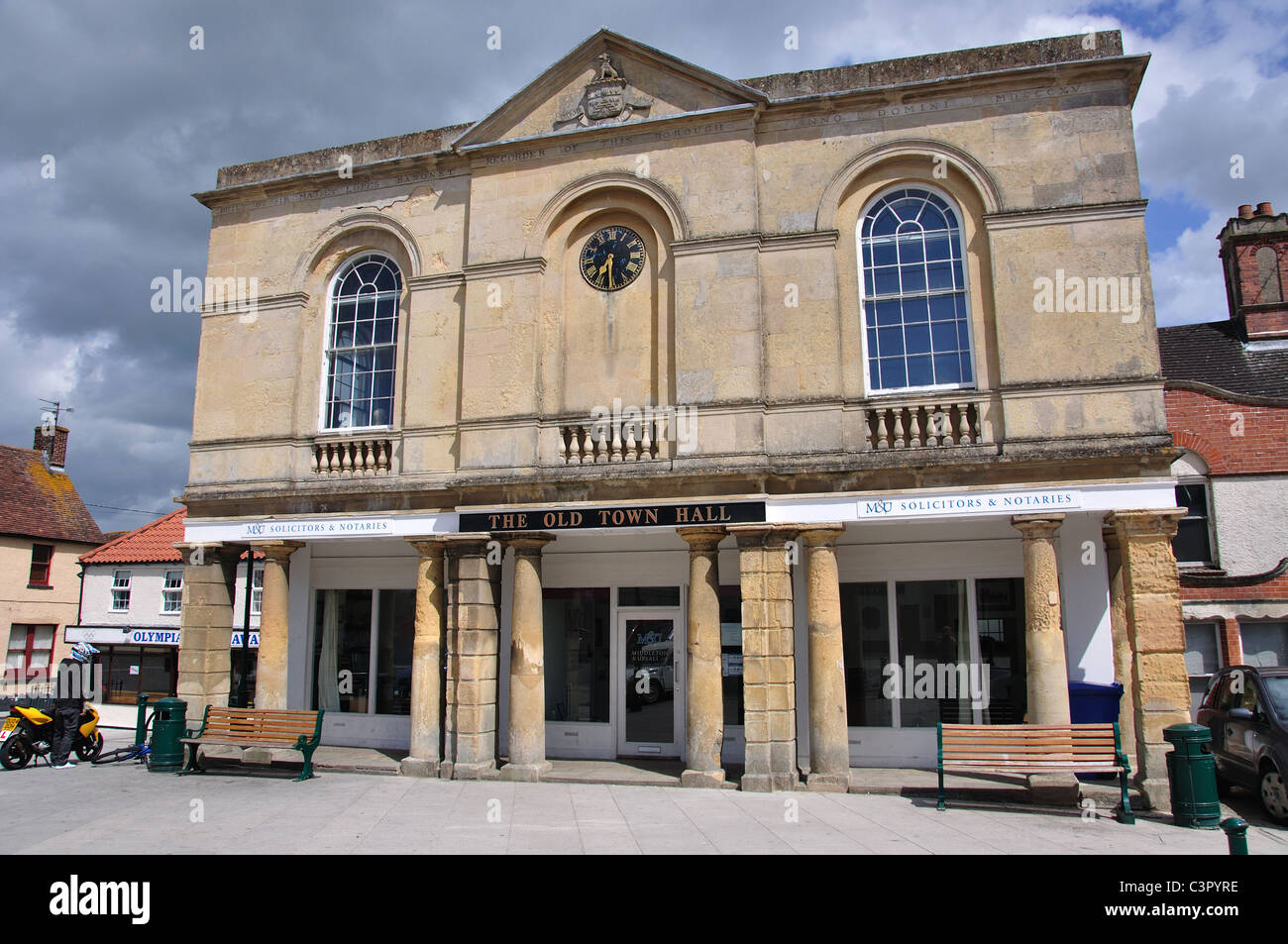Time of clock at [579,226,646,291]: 7:30
